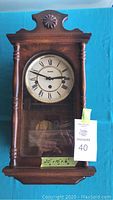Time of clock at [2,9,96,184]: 2:48
